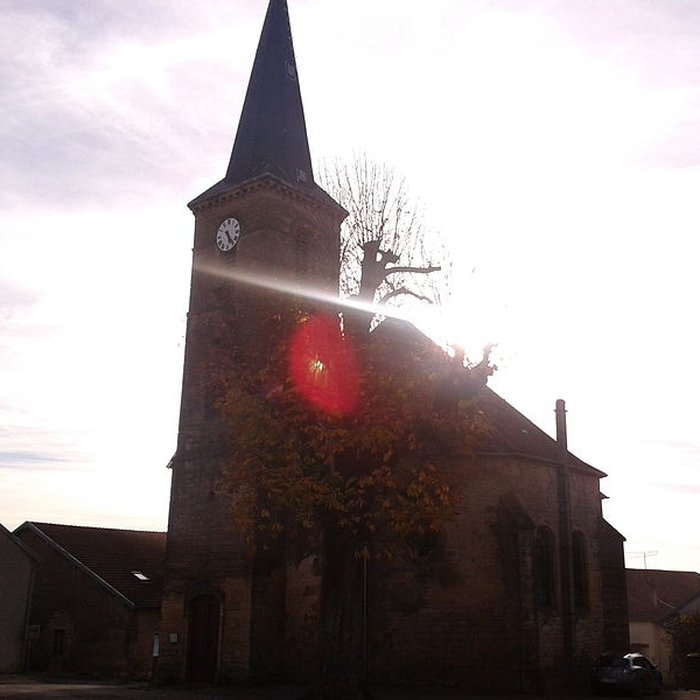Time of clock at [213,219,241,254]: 5:23
